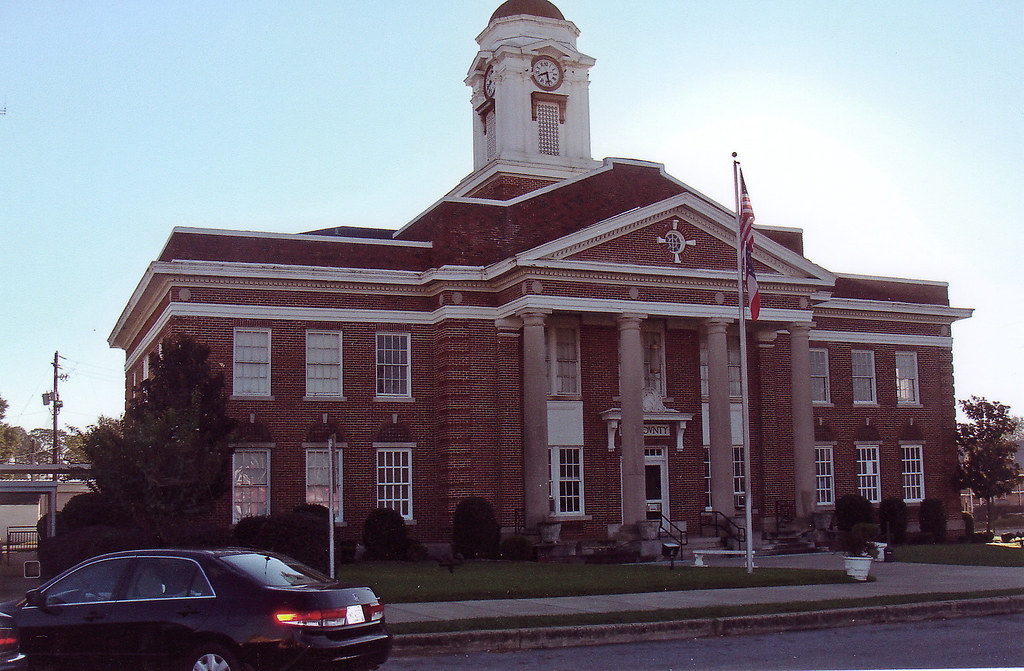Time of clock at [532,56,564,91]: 5:40
